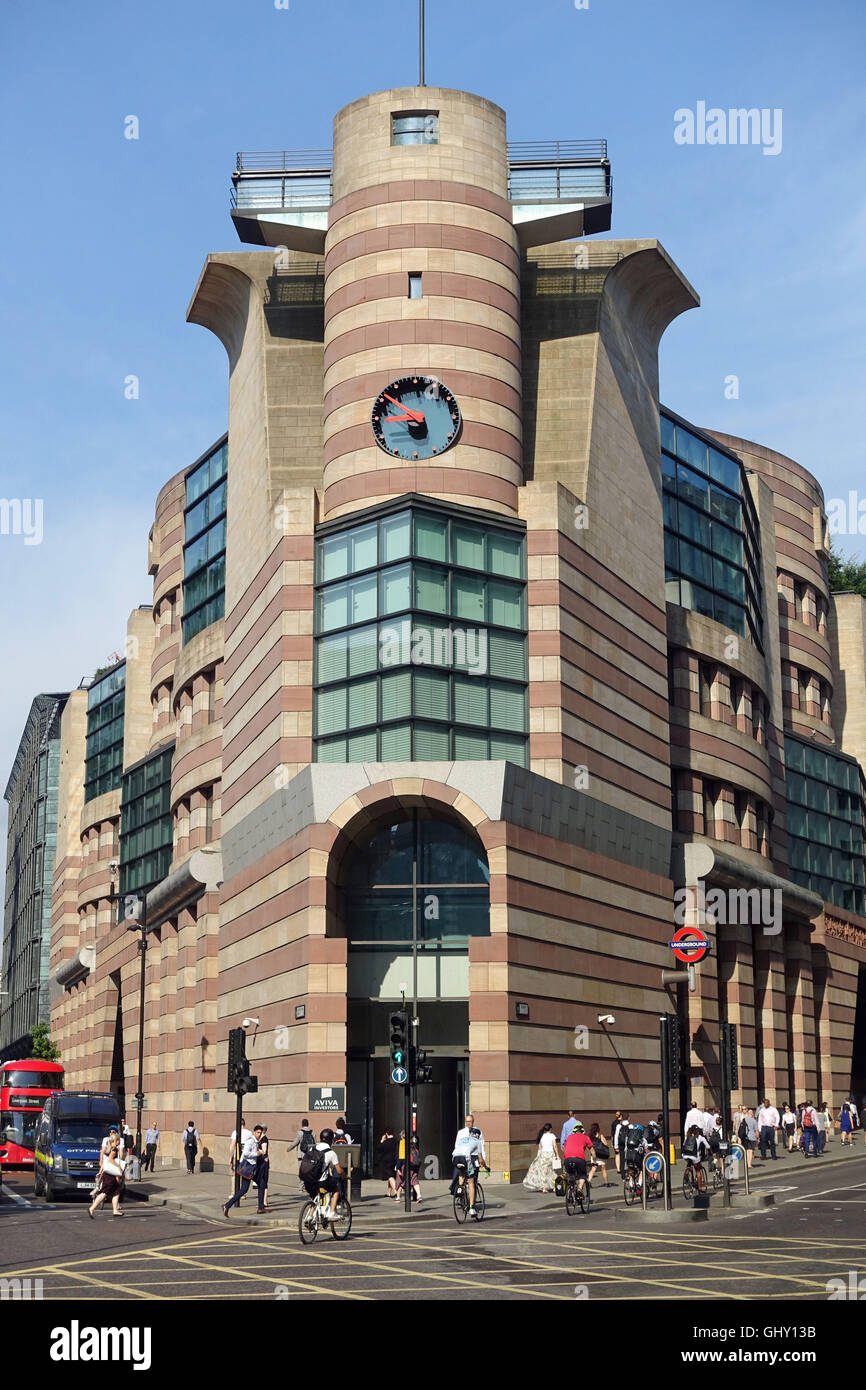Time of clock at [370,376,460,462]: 8:52
